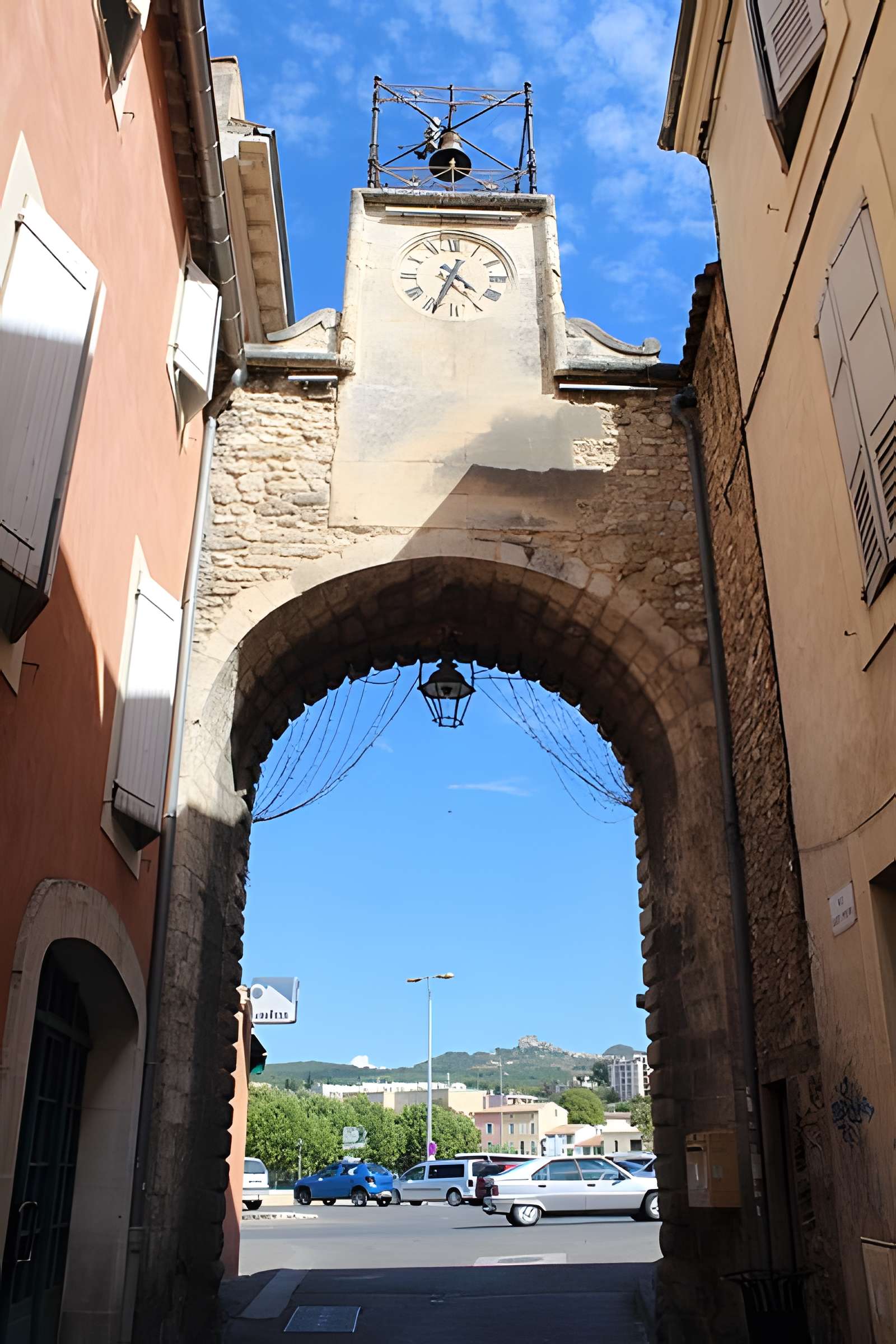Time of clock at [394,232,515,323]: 4:34
